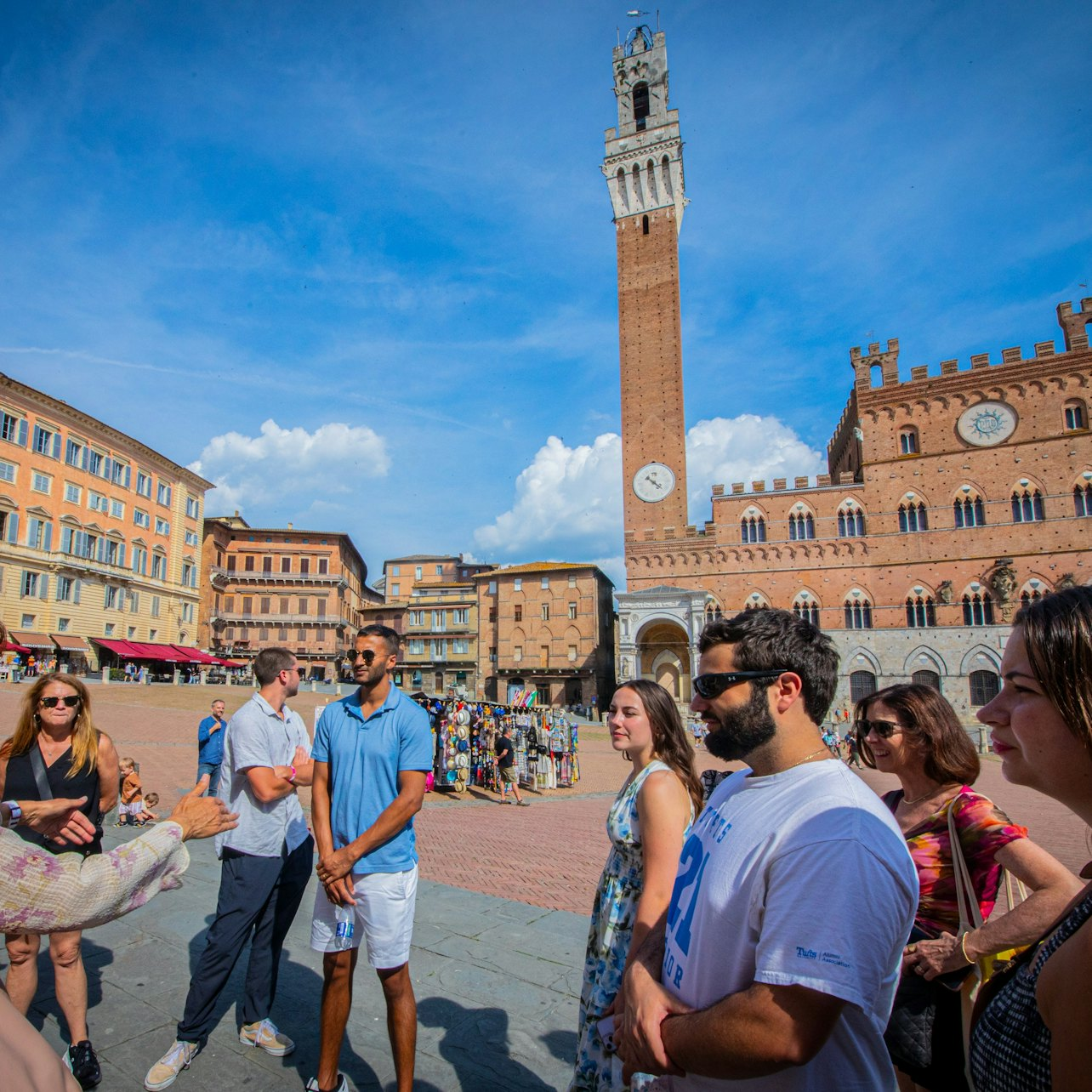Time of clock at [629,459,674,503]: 4:21
